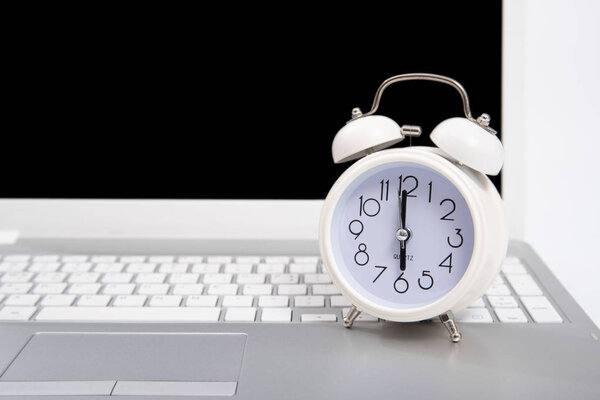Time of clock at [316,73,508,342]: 5:59
